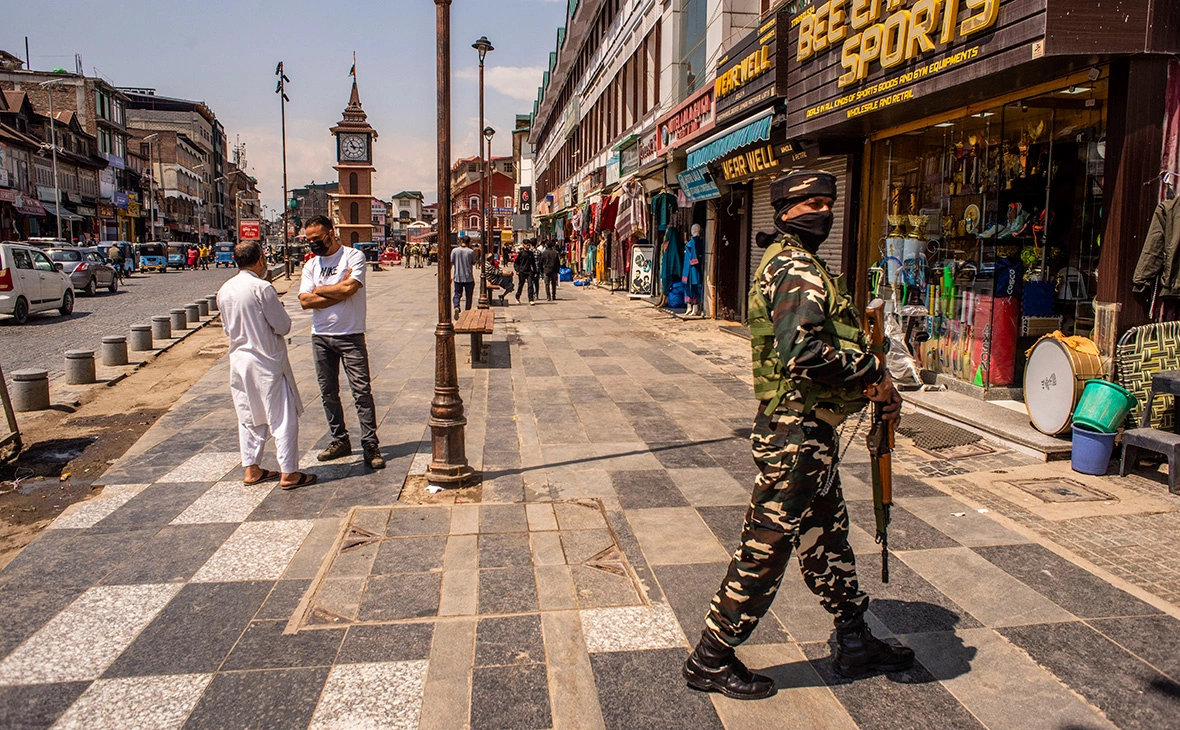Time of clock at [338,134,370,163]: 11:15
